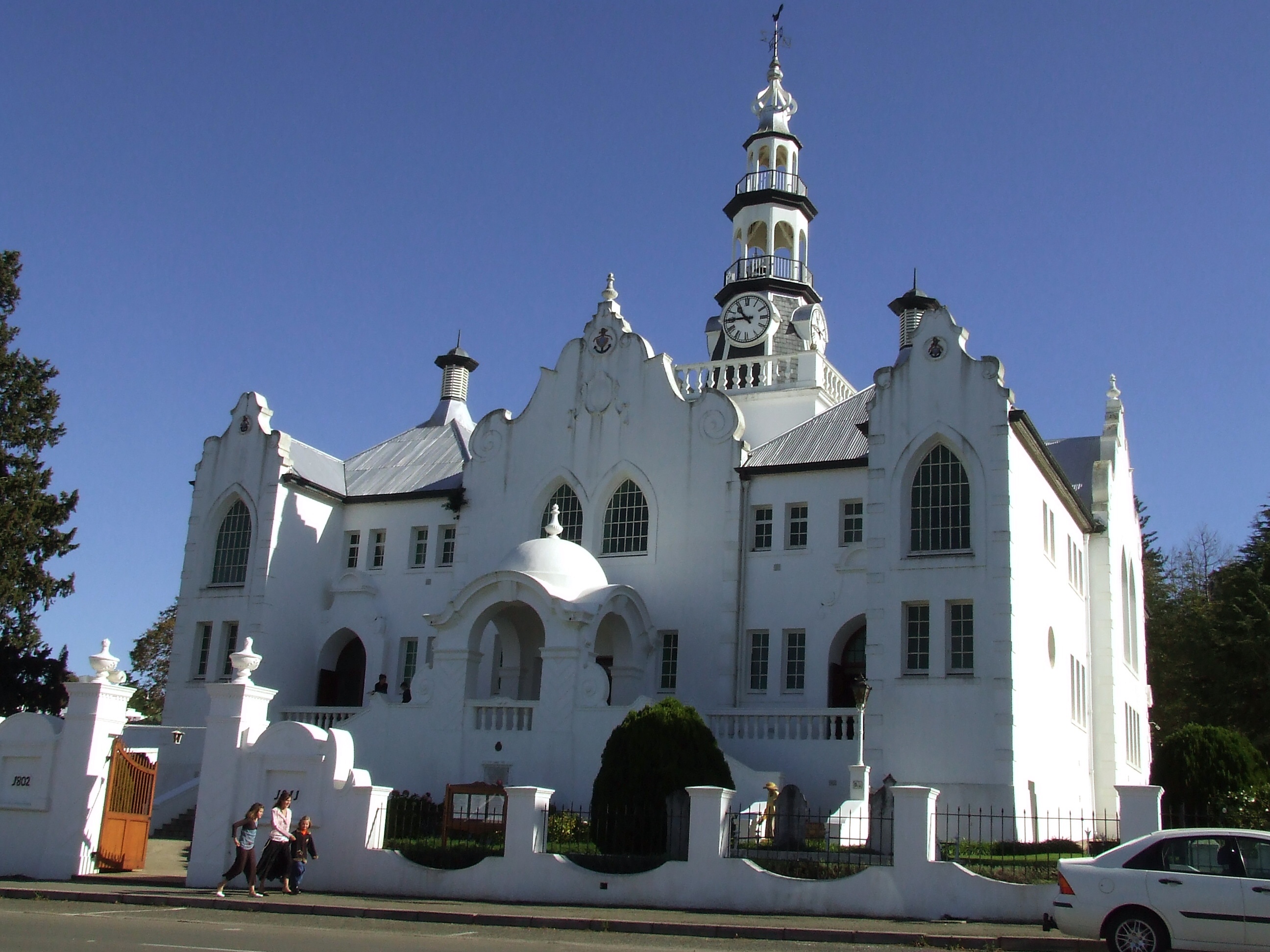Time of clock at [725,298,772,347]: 10:45
